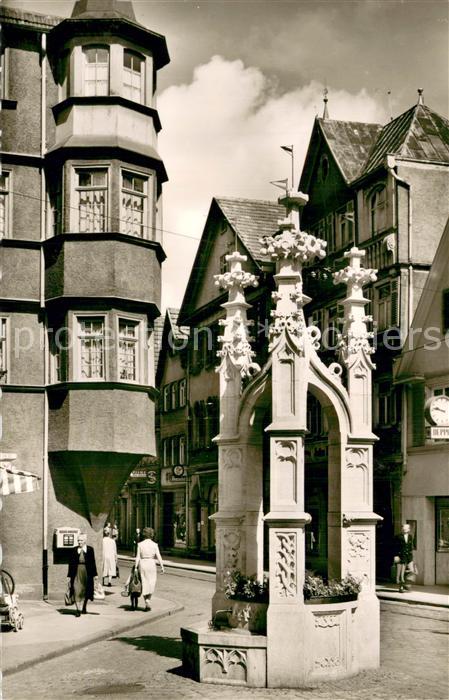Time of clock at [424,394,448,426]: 9:47
